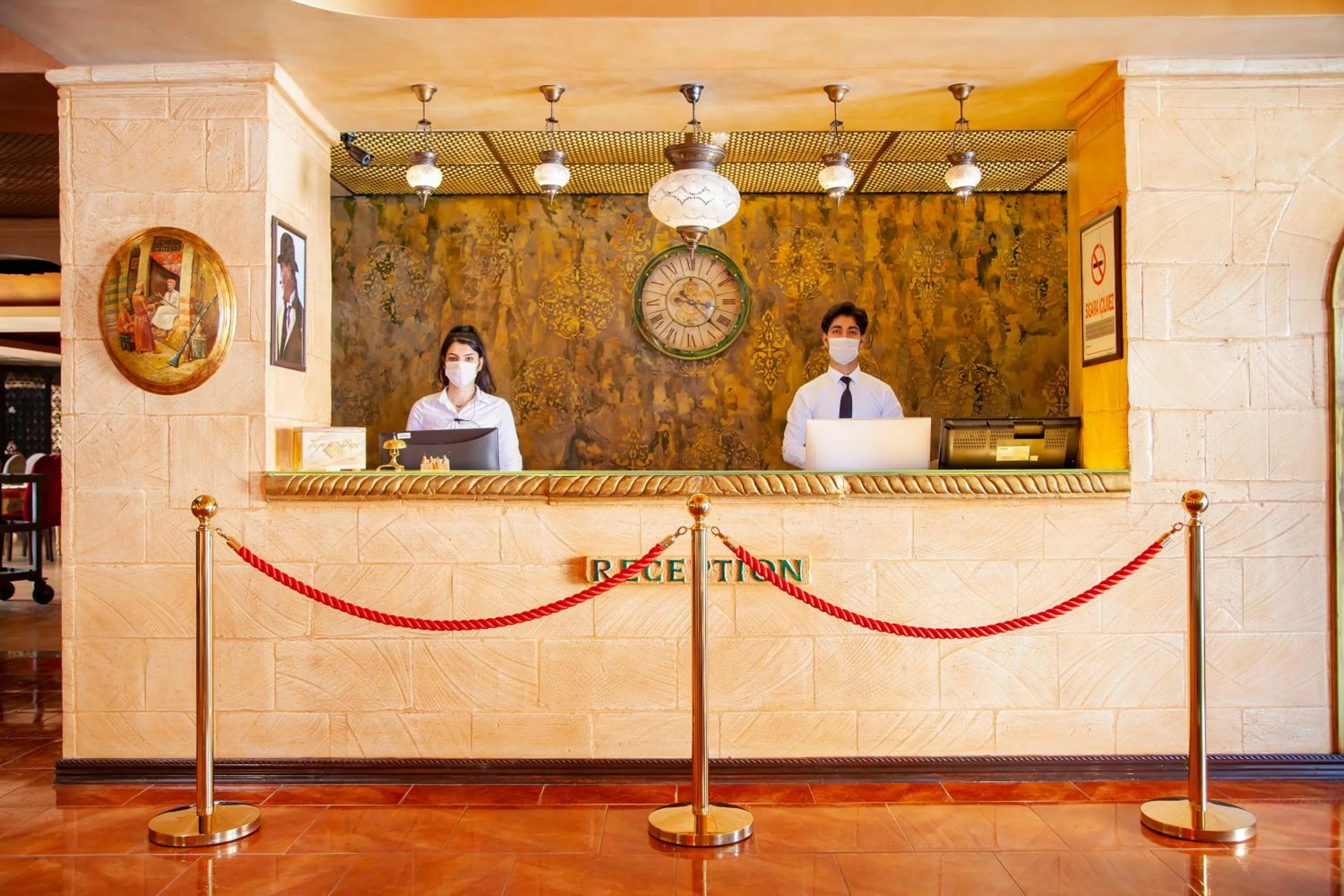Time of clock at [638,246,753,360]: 3:22
